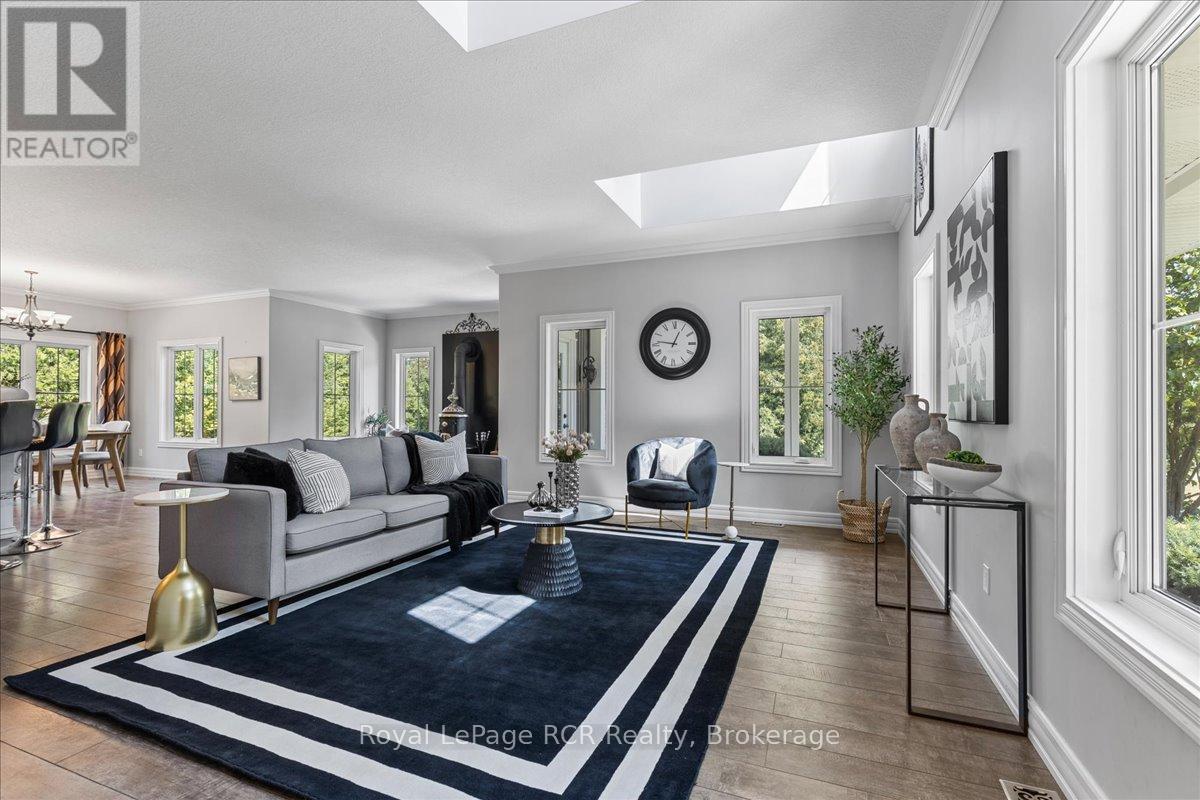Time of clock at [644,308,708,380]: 12:46
